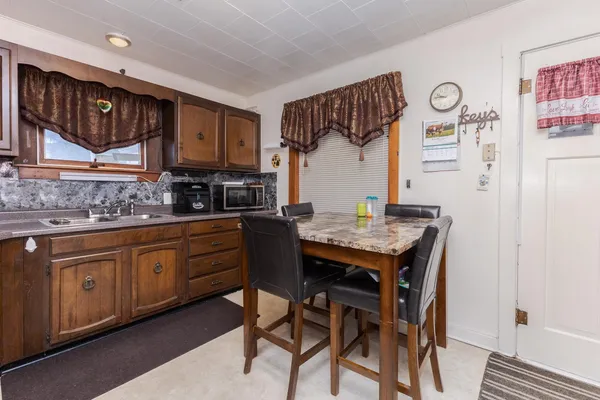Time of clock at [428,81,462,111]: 9:45
